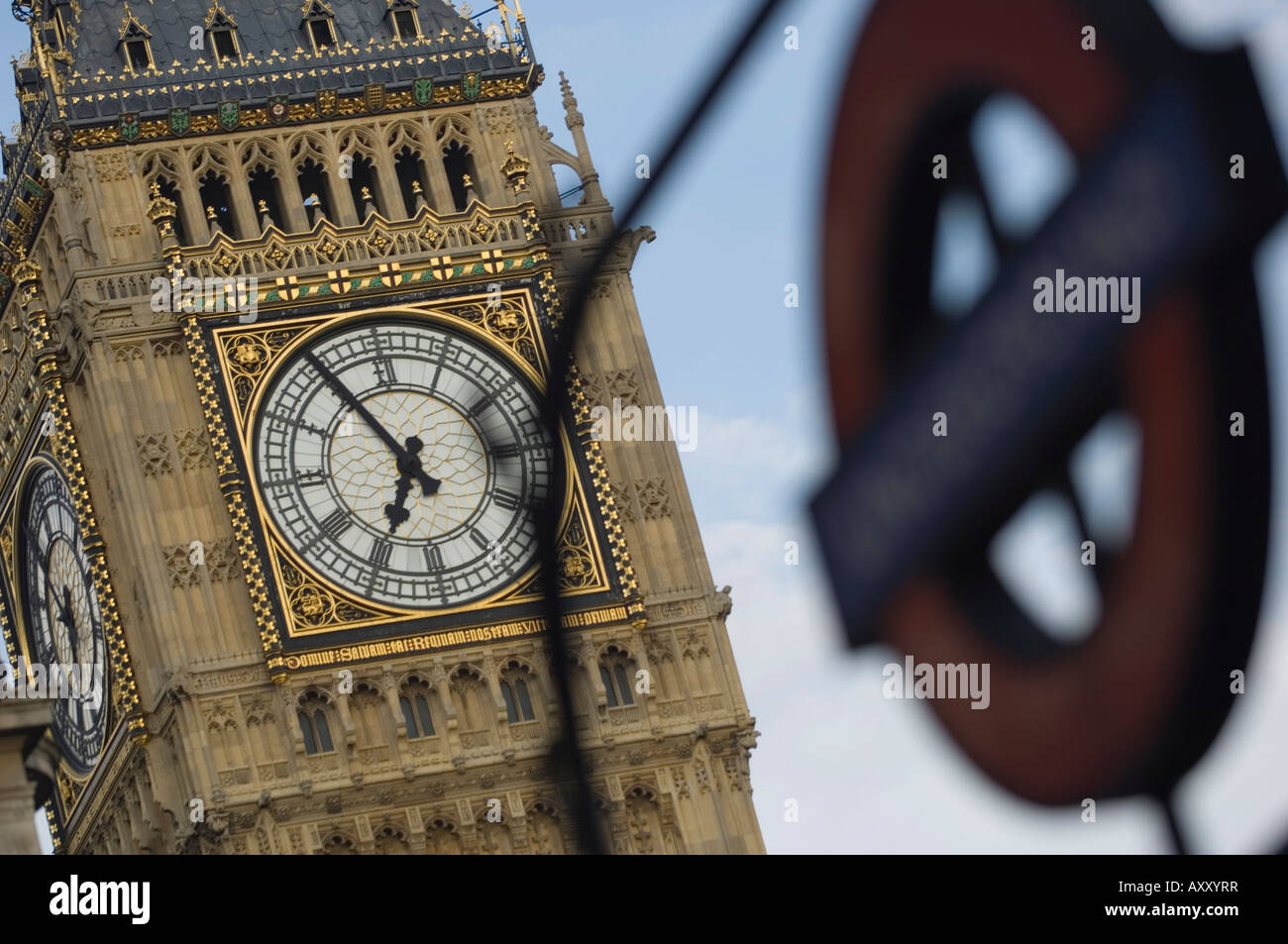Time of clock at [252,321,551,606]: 6:54
